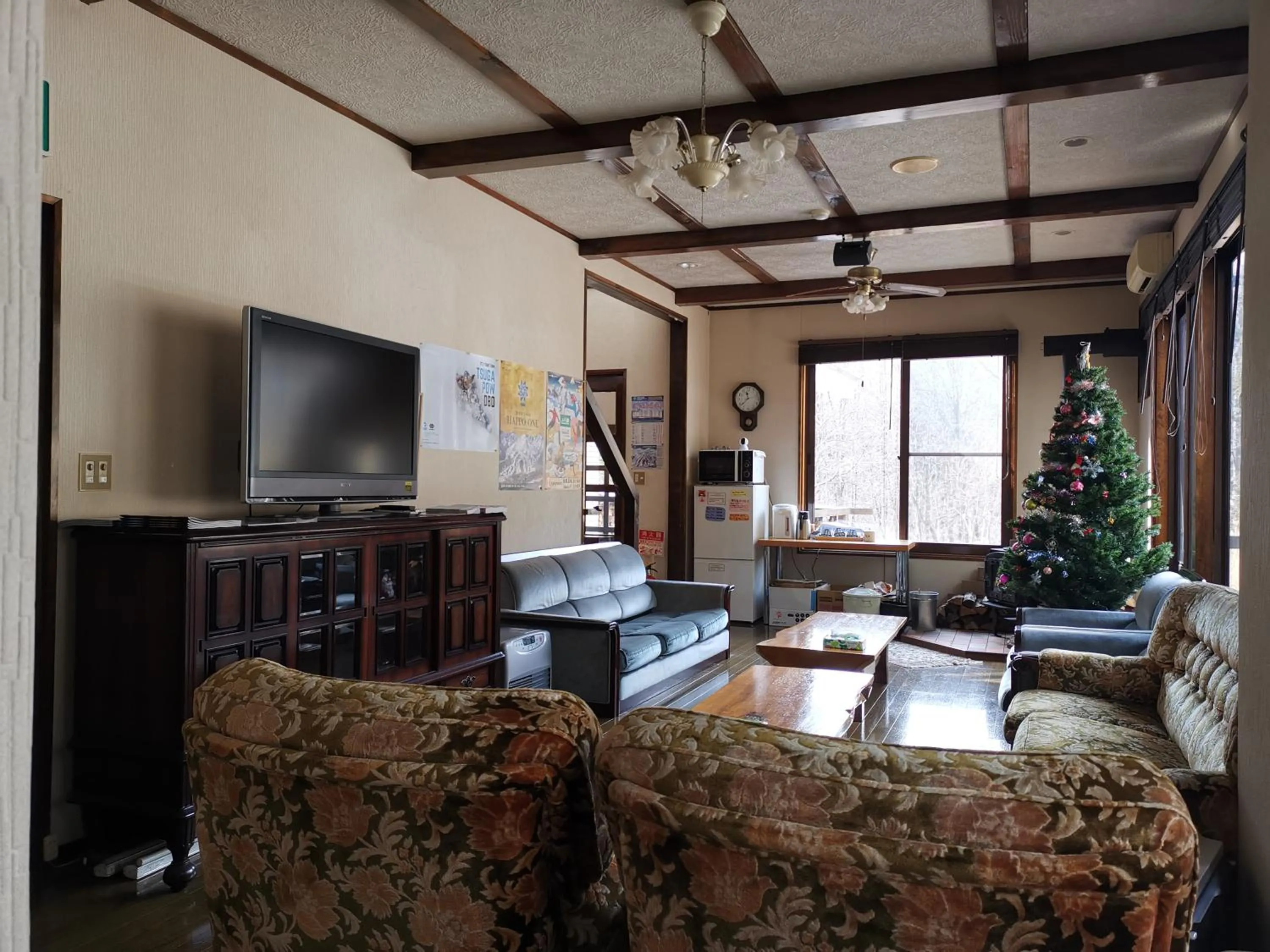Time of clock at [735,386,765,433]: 11:37
